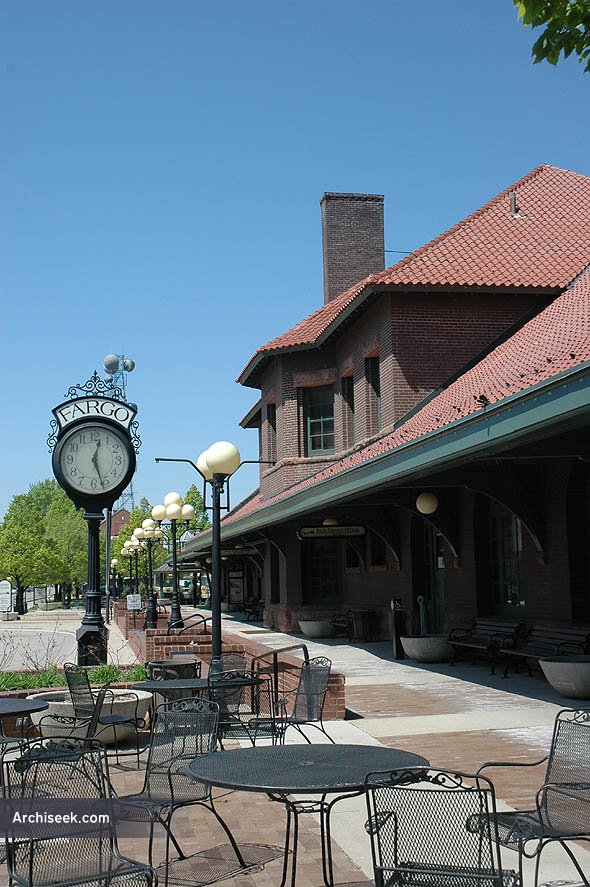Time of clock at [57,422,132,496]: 12:26
